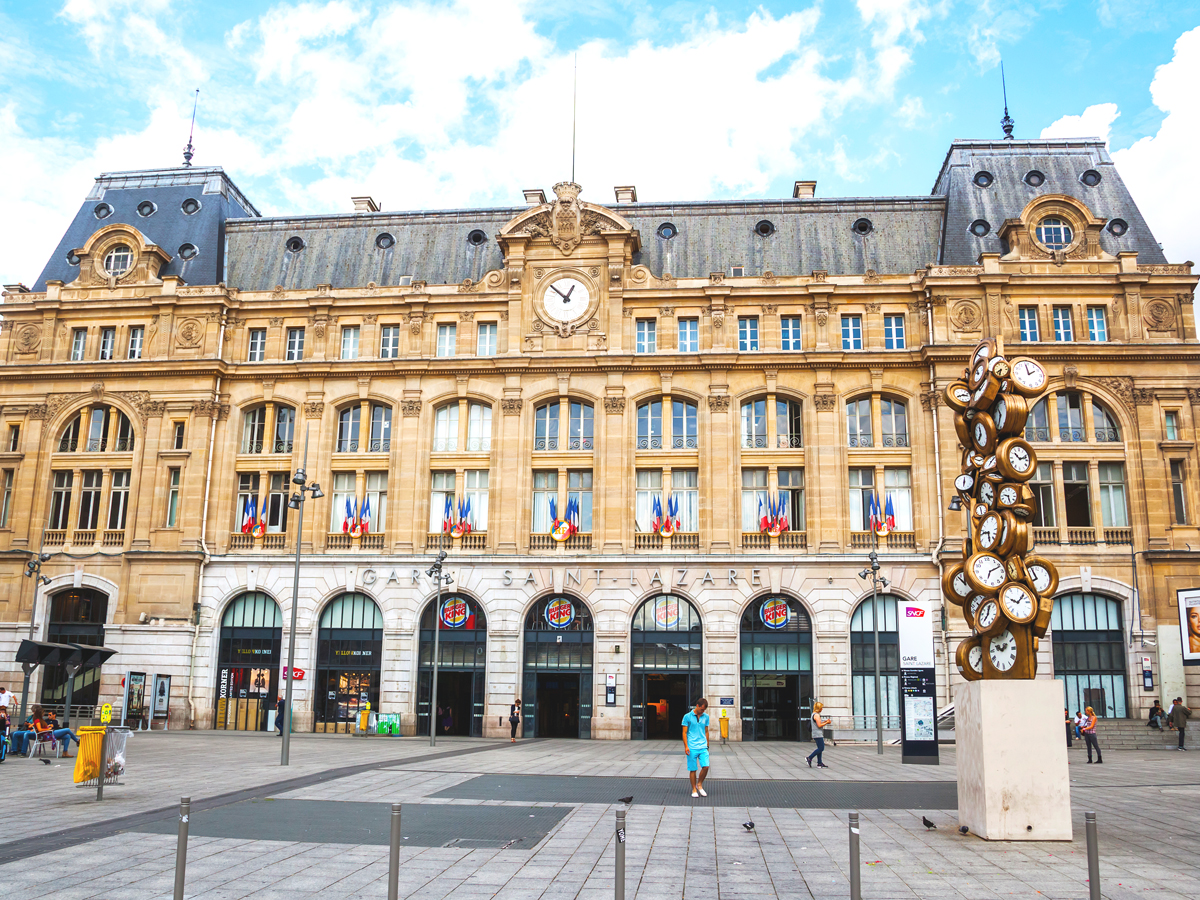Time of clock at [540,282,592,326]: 12:52
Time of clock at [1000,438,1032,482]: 10:11
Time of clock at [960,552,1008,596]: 7:11
